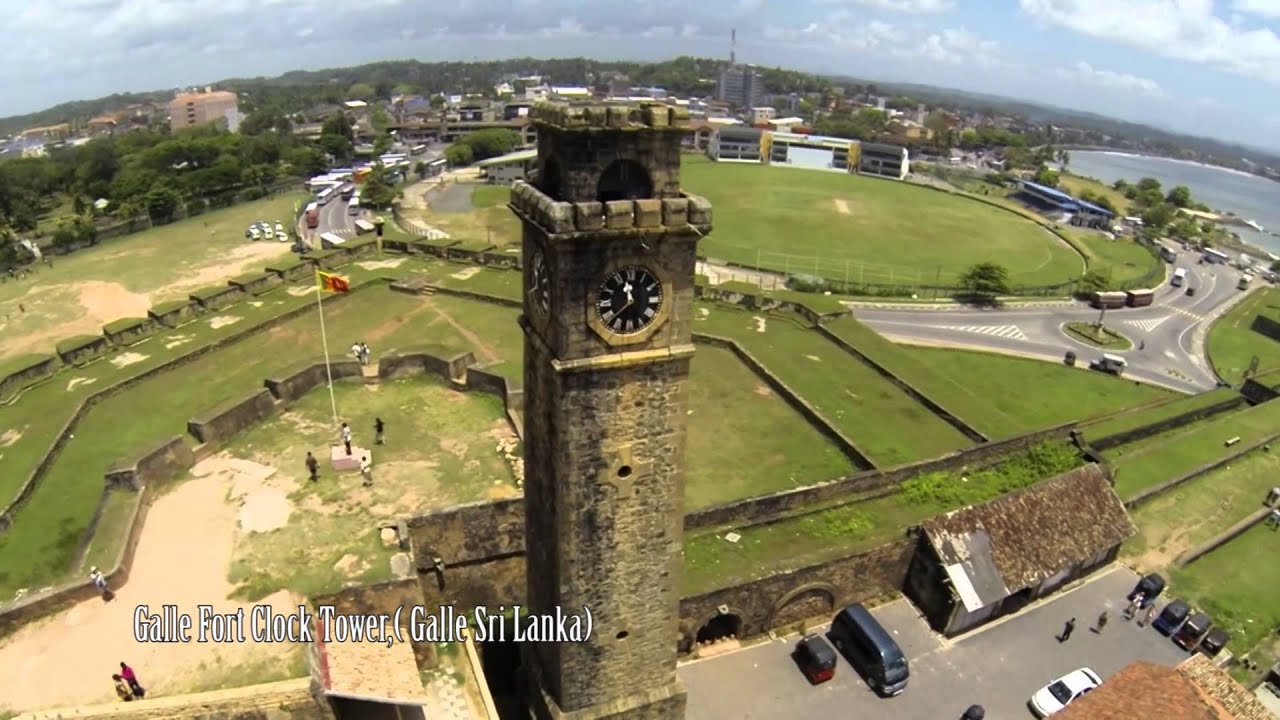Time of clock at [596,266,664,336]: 11:37
